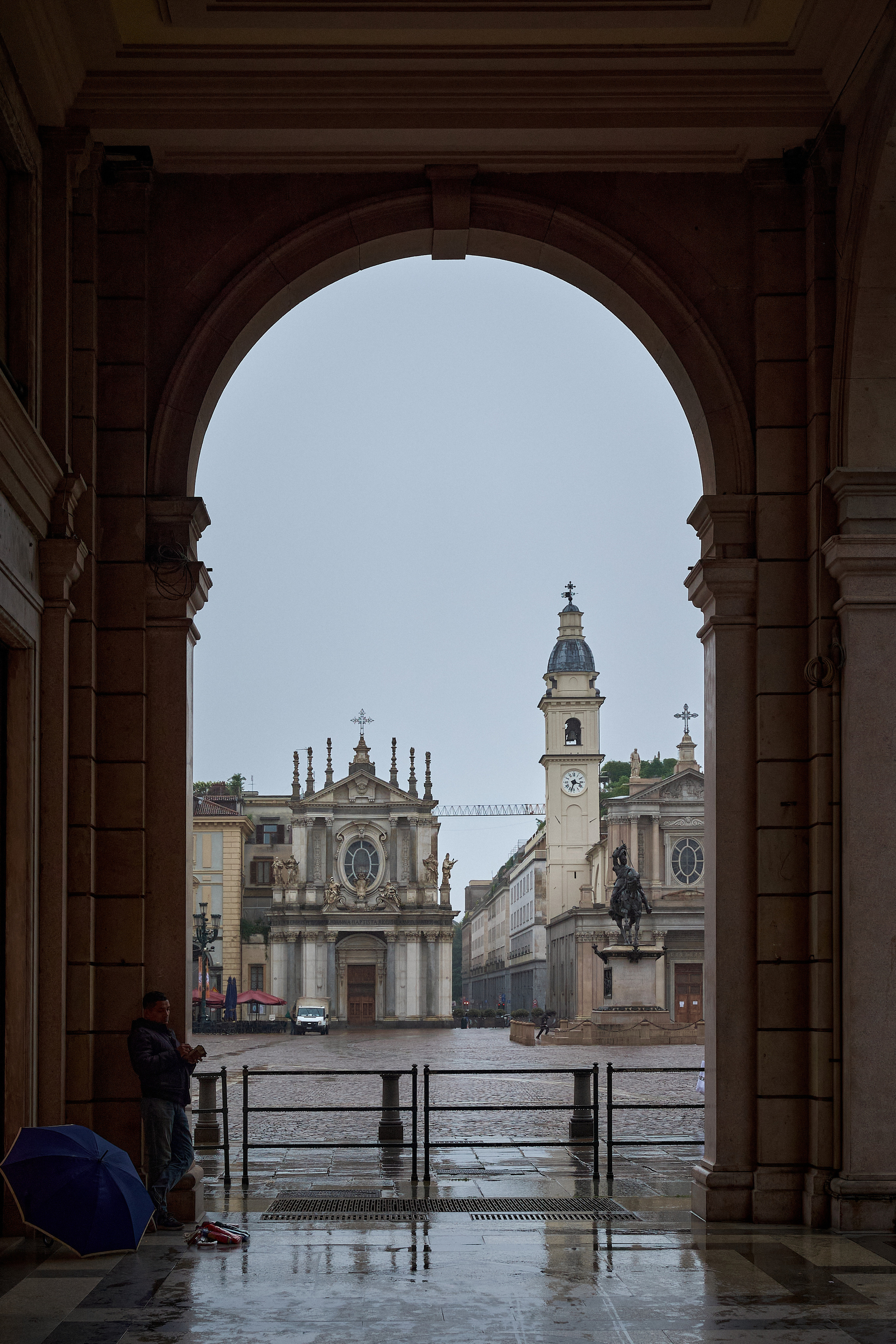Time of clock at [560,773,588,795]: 3:32
